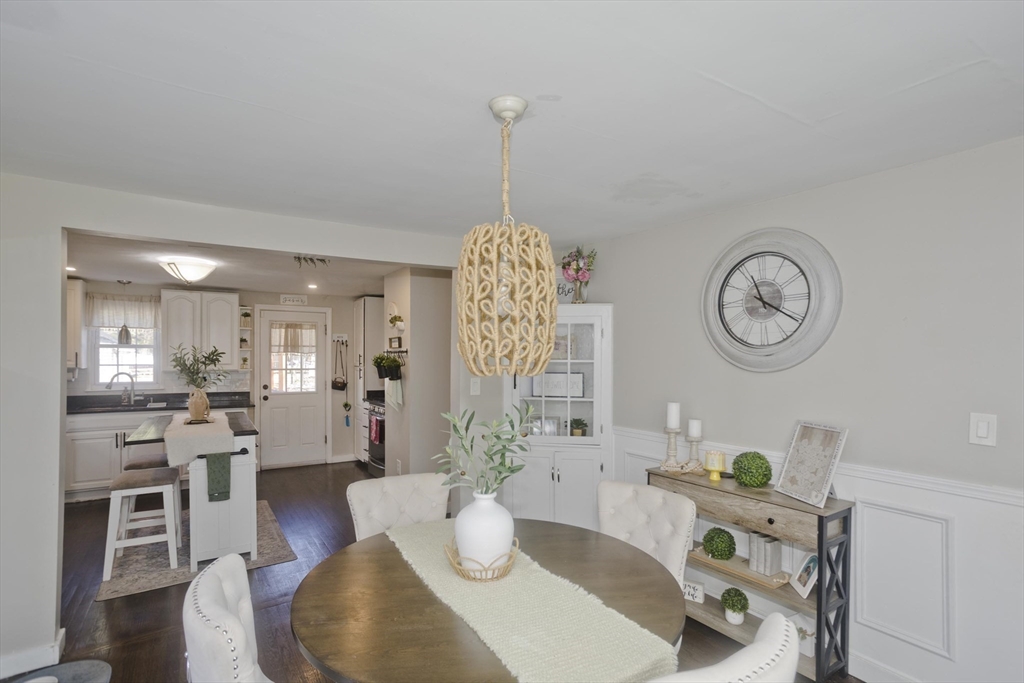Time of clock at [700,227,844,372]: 11:19
